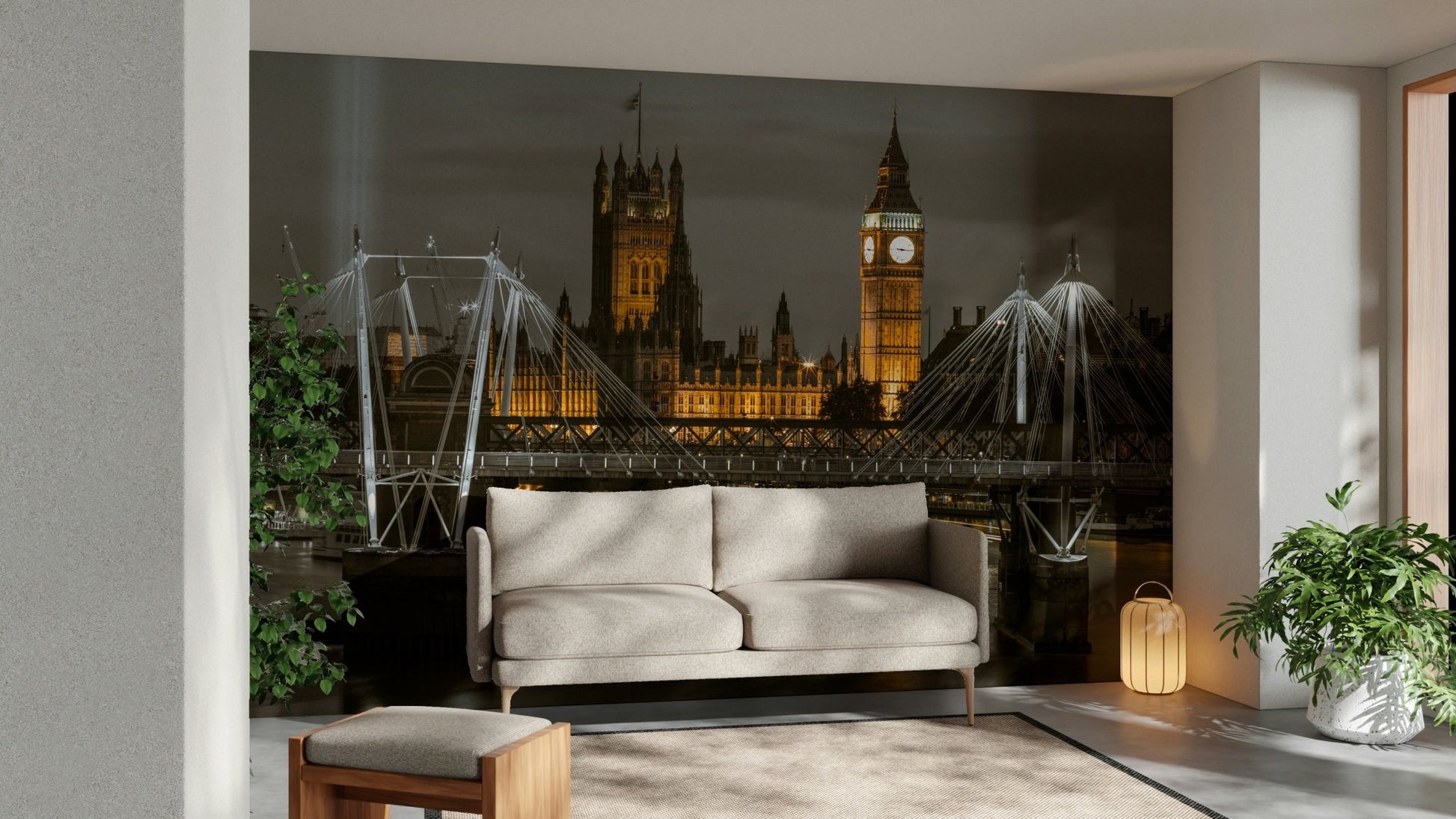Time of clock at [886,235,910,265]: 9:15
